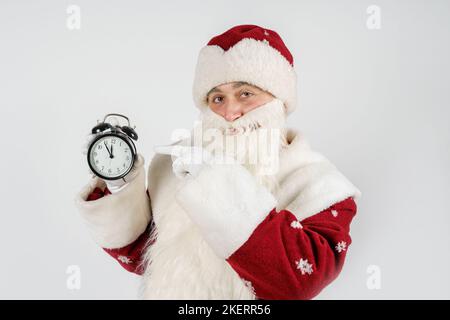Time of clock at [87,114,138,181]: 11:54
